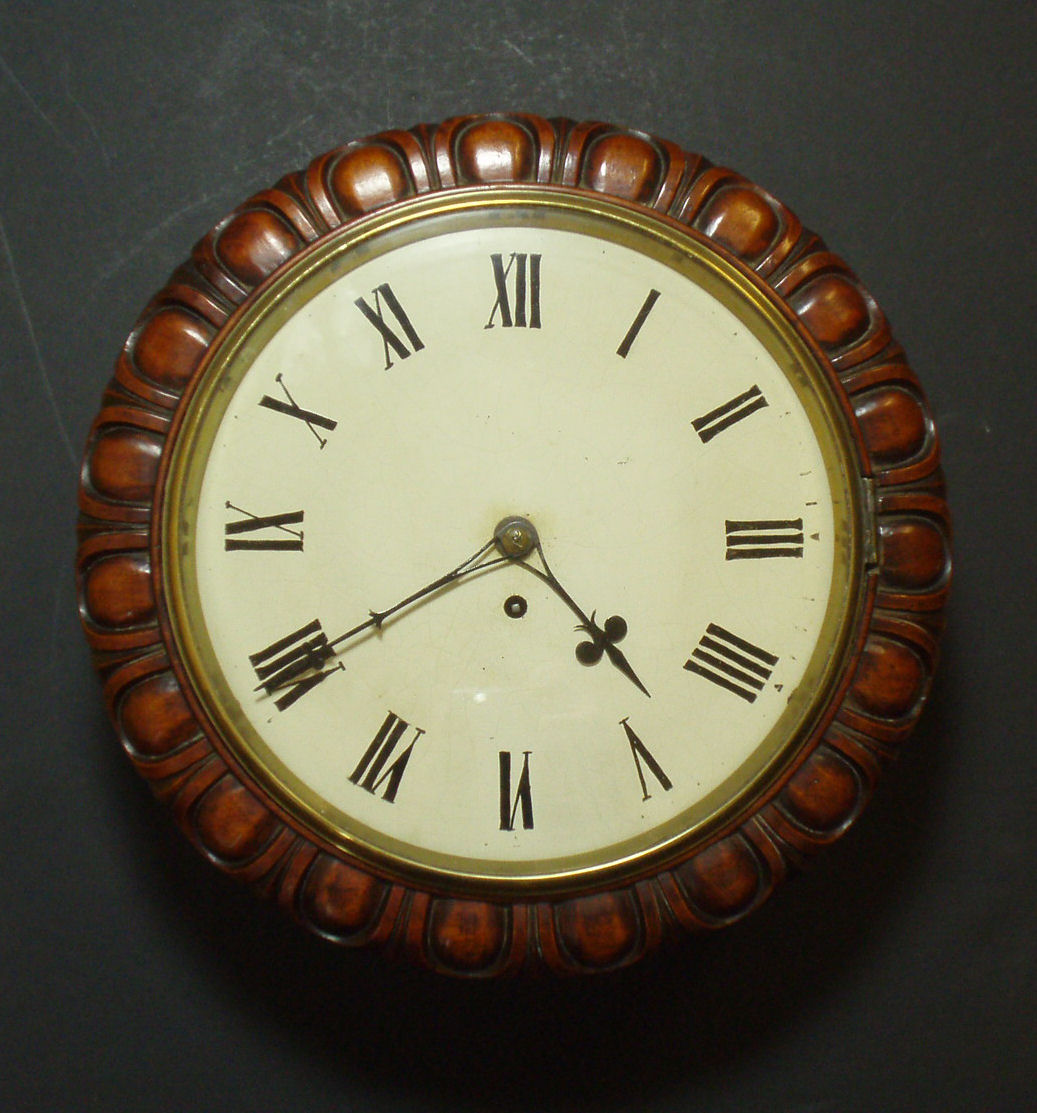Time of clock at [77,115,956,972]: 4:39
